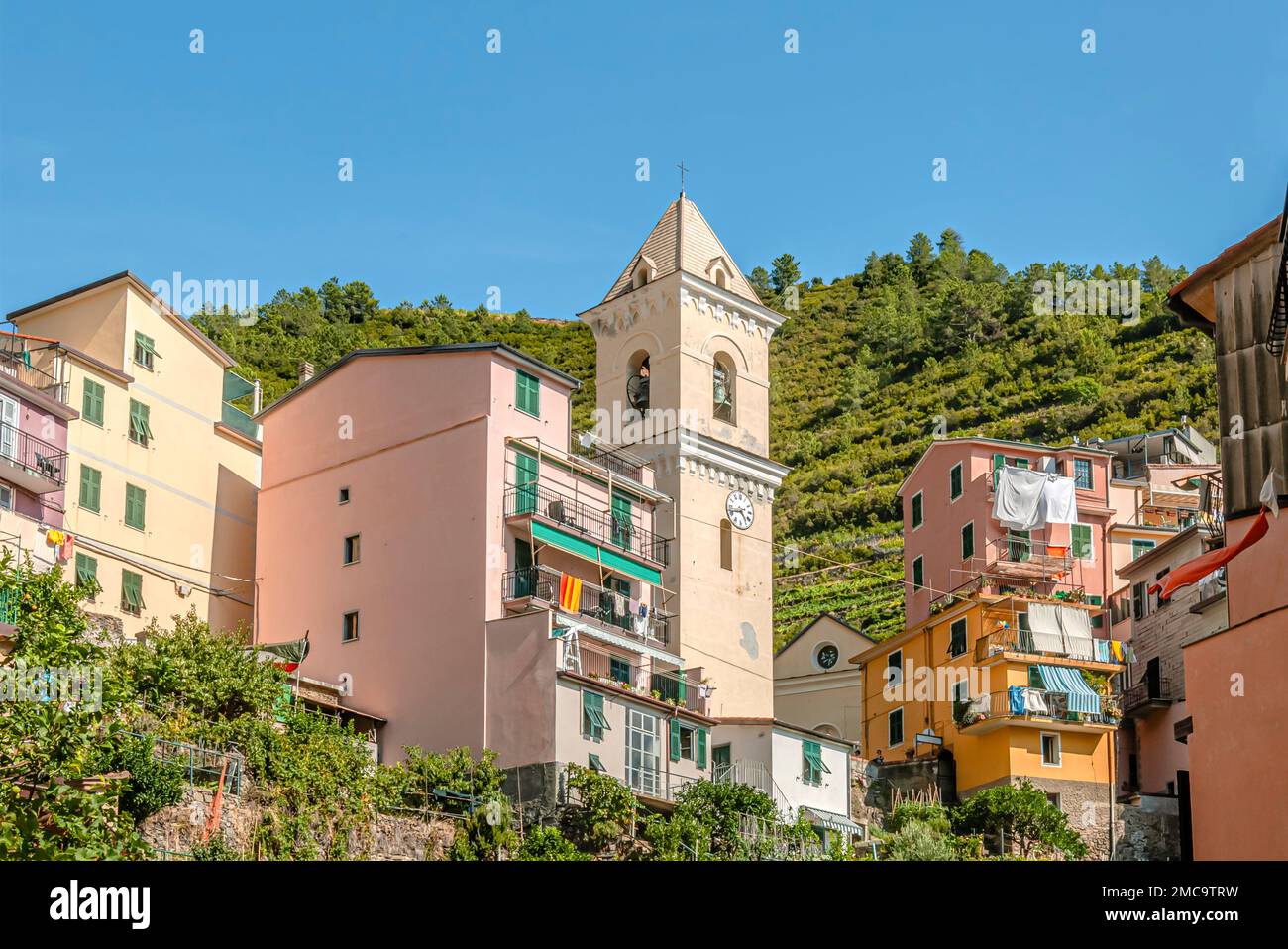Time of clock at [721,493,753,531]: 4:42
